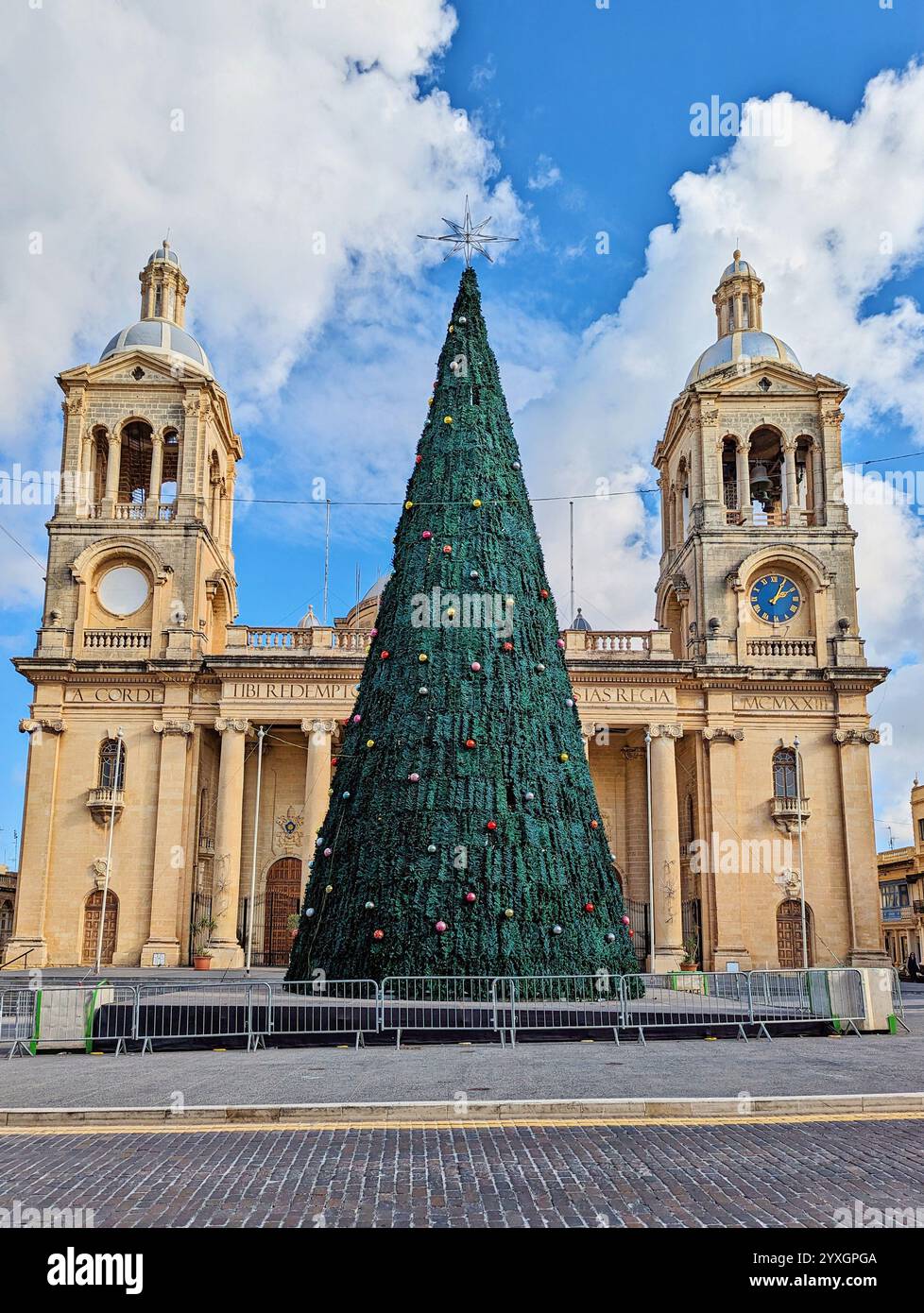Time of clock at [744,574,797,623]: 2:04
